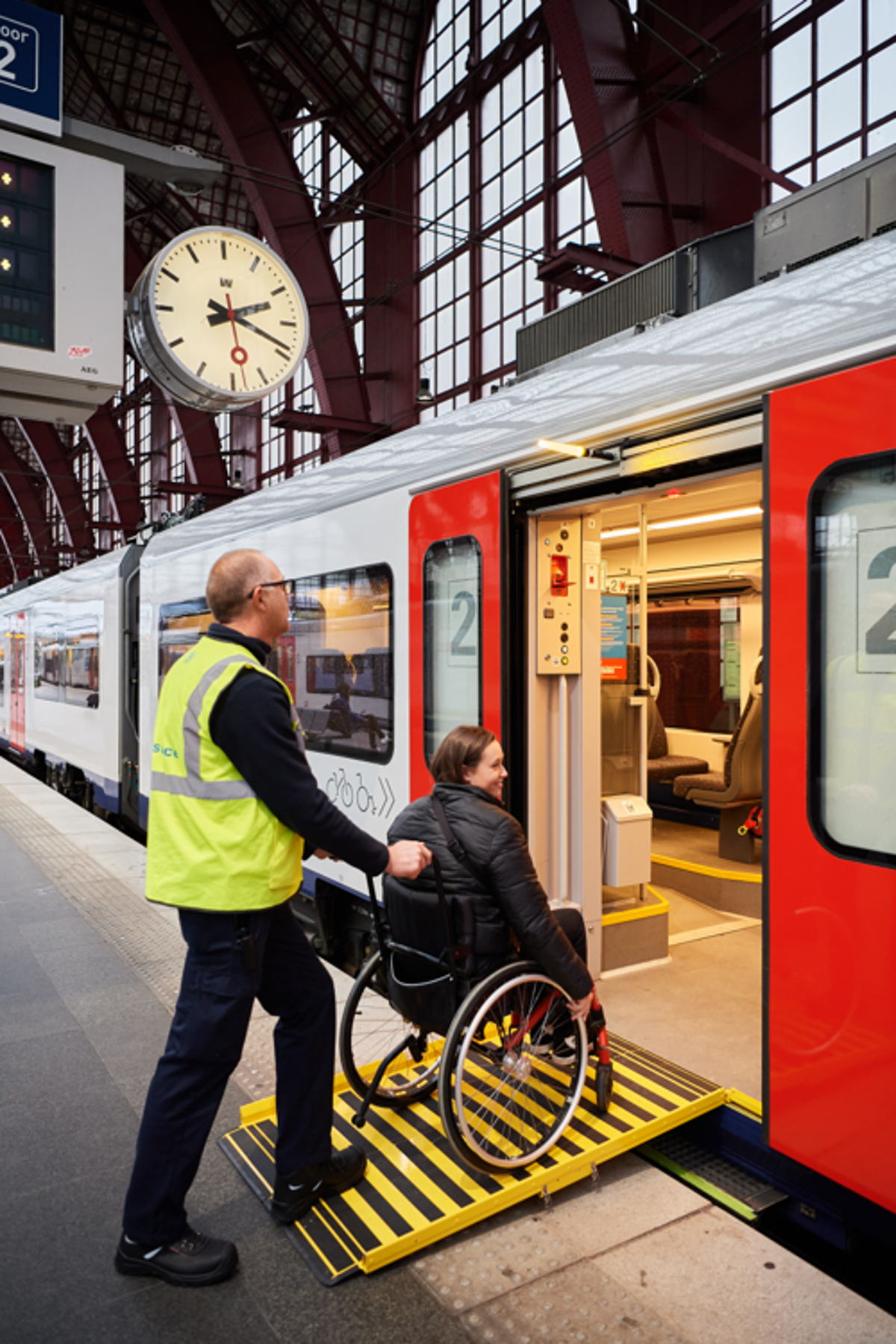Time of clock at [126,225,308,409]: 2:18
